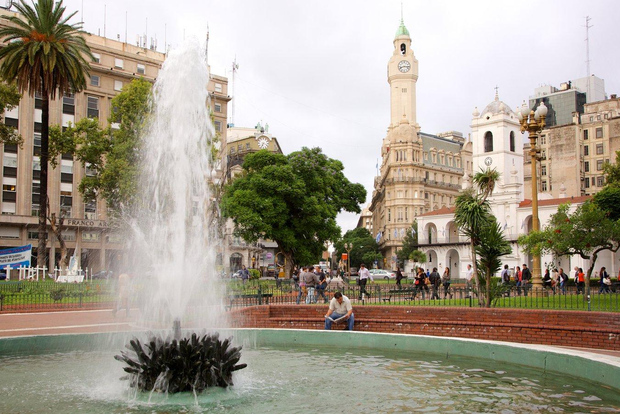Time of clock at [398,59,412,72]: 8:16
